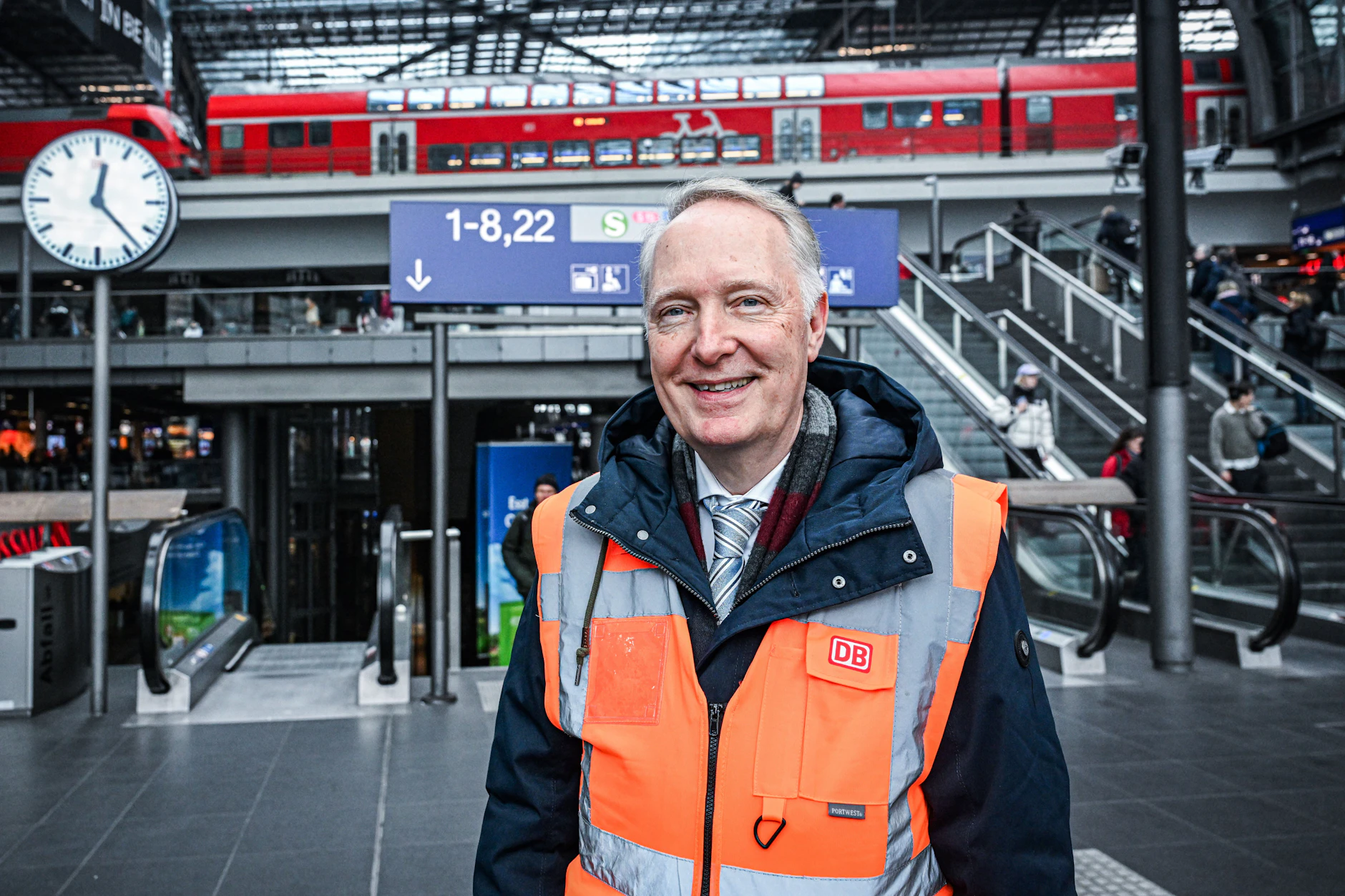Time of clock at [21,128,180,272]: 12:23
